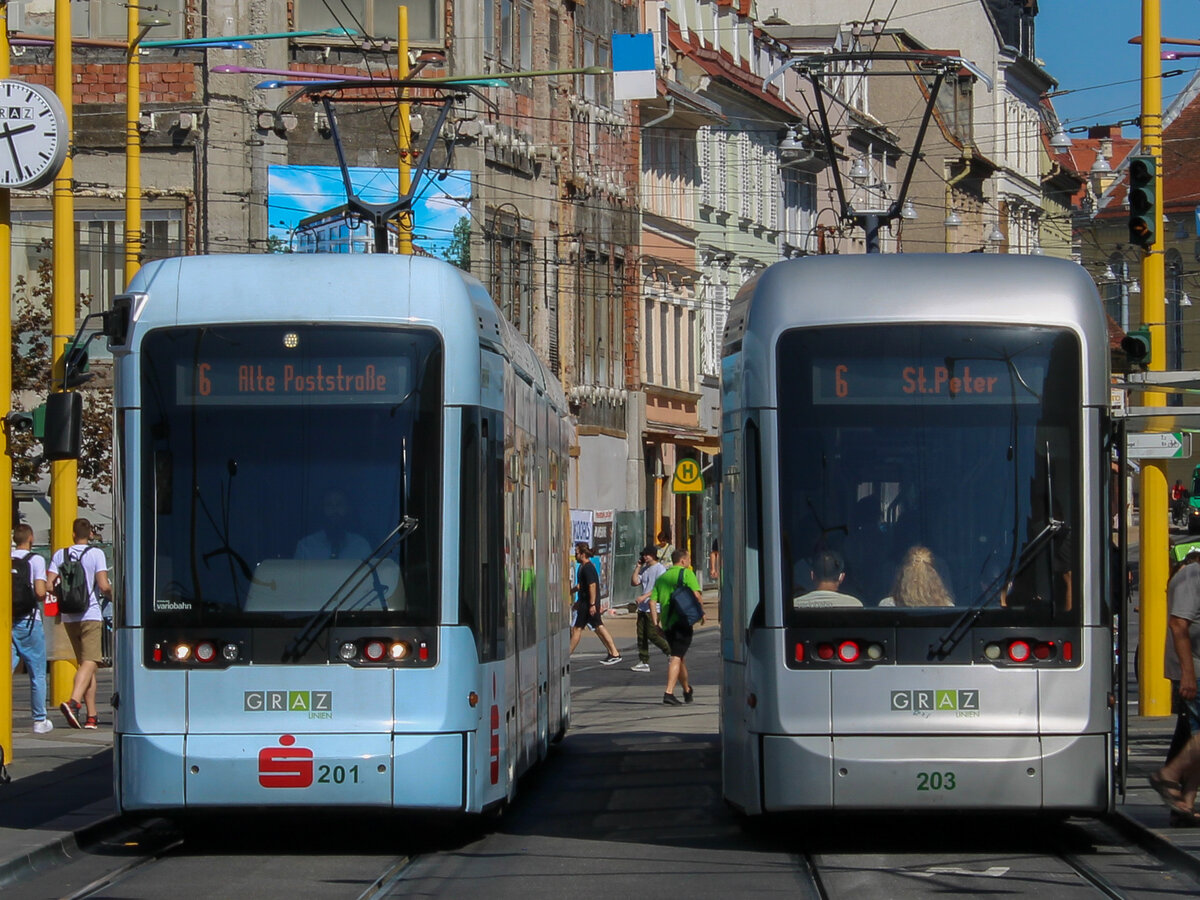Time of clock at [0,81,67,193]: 2:26
